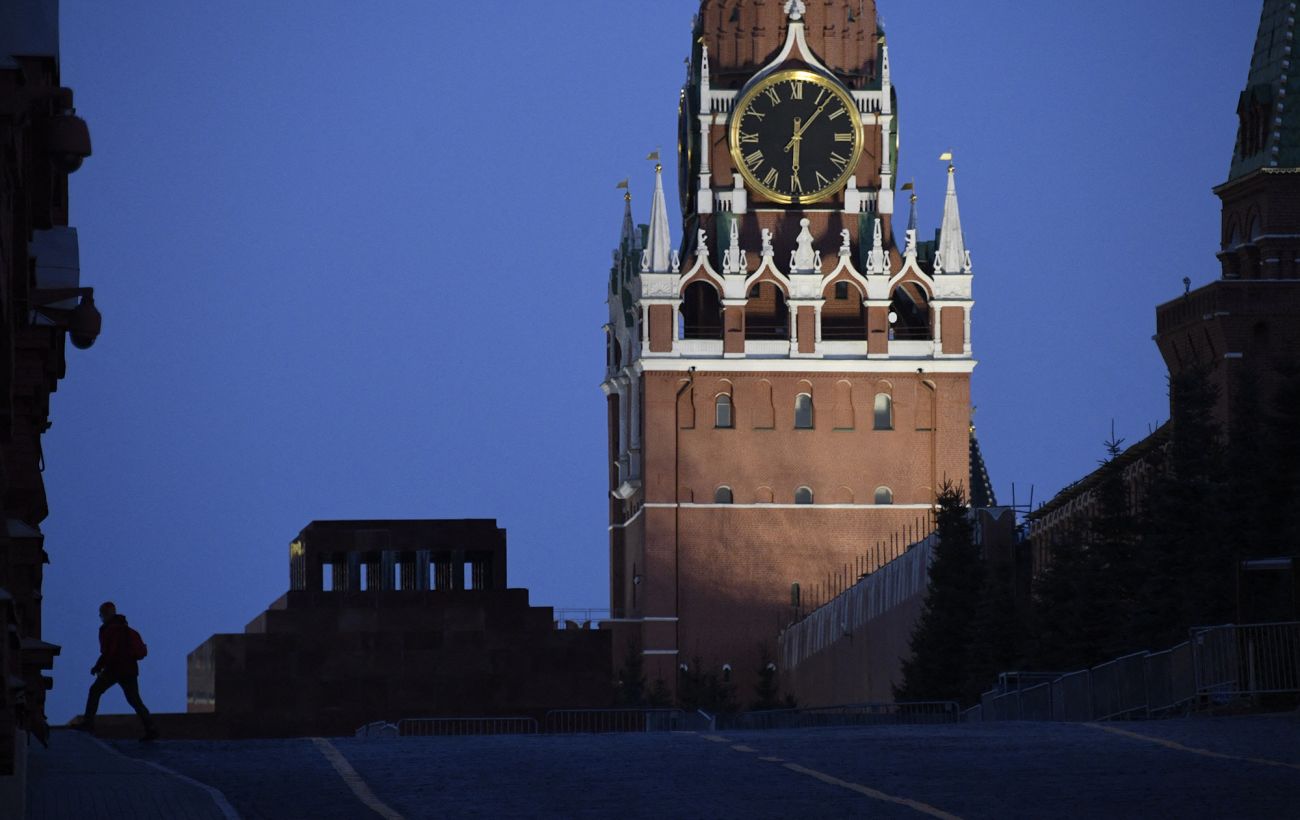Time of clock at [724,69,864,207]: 6:06
